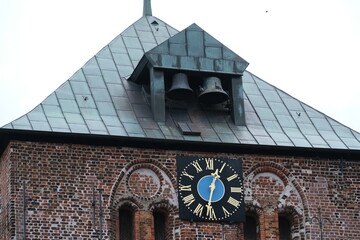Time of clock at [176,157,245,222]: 12:31
